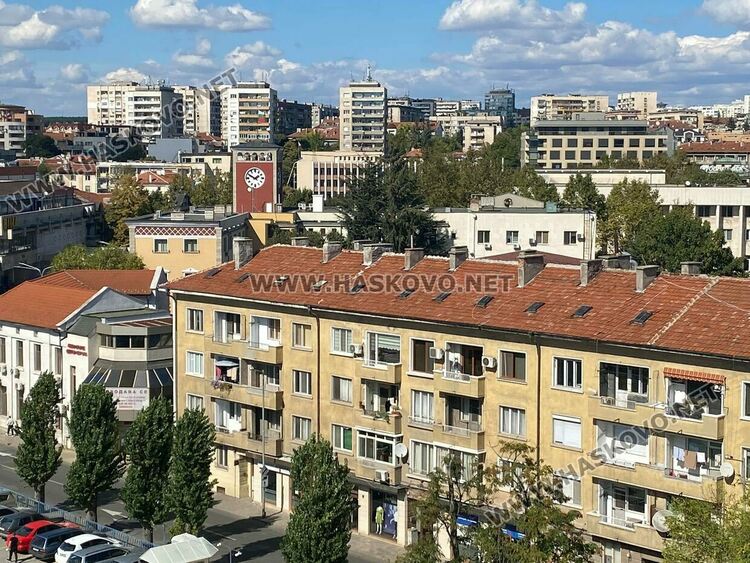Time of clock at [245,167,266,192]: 1:49
